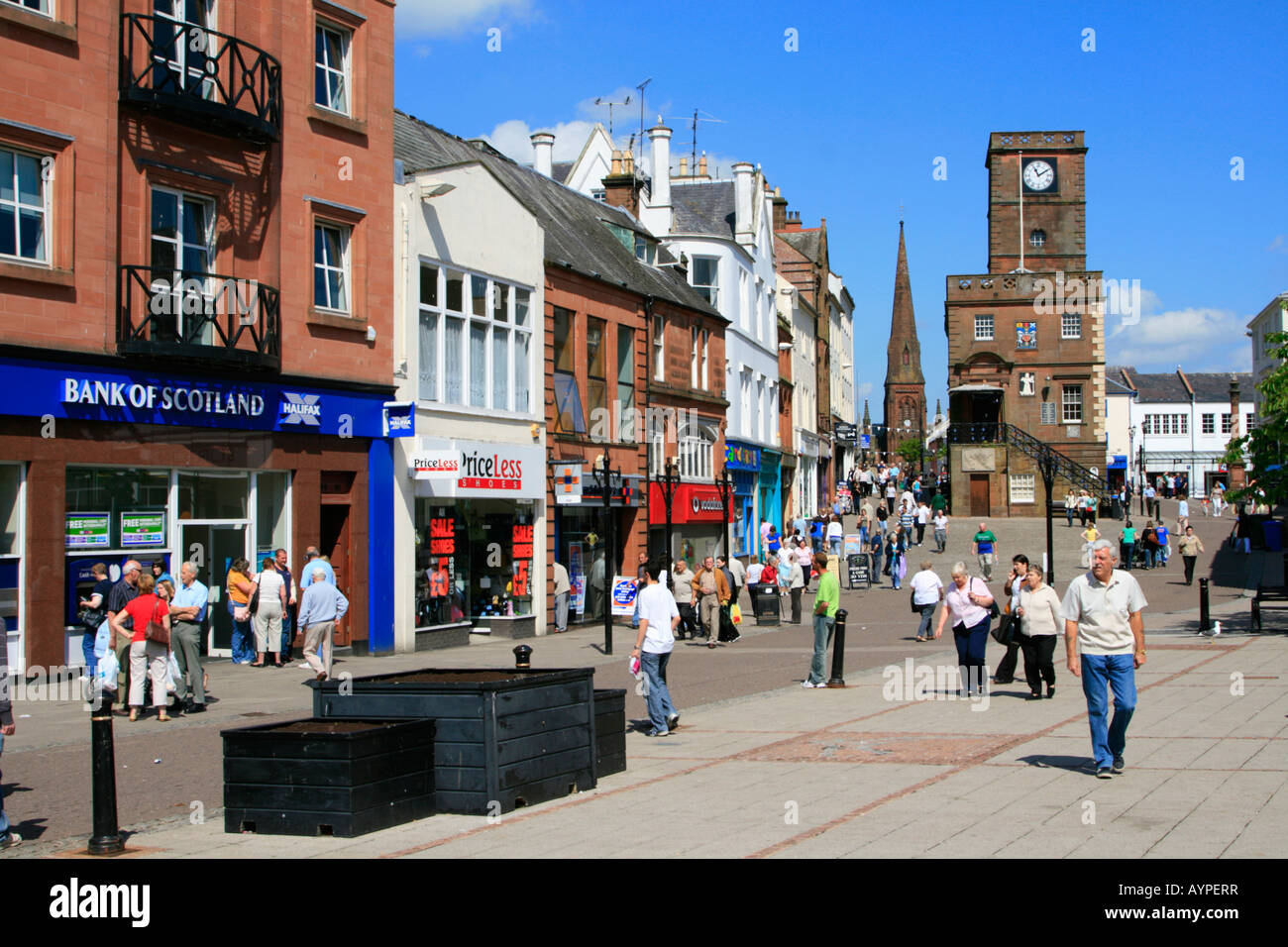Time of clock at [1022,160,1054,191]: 11:09
